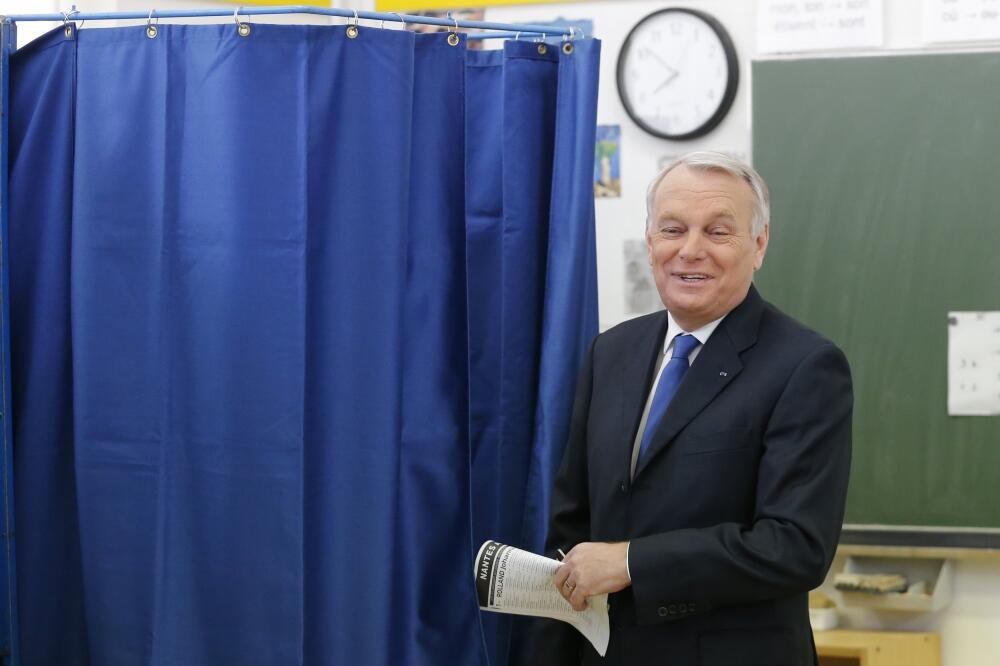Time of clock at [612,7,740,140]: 7:51
